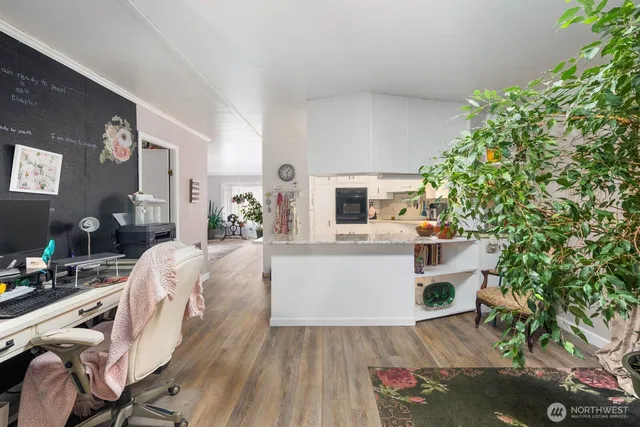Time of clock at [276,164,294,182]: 1:28
